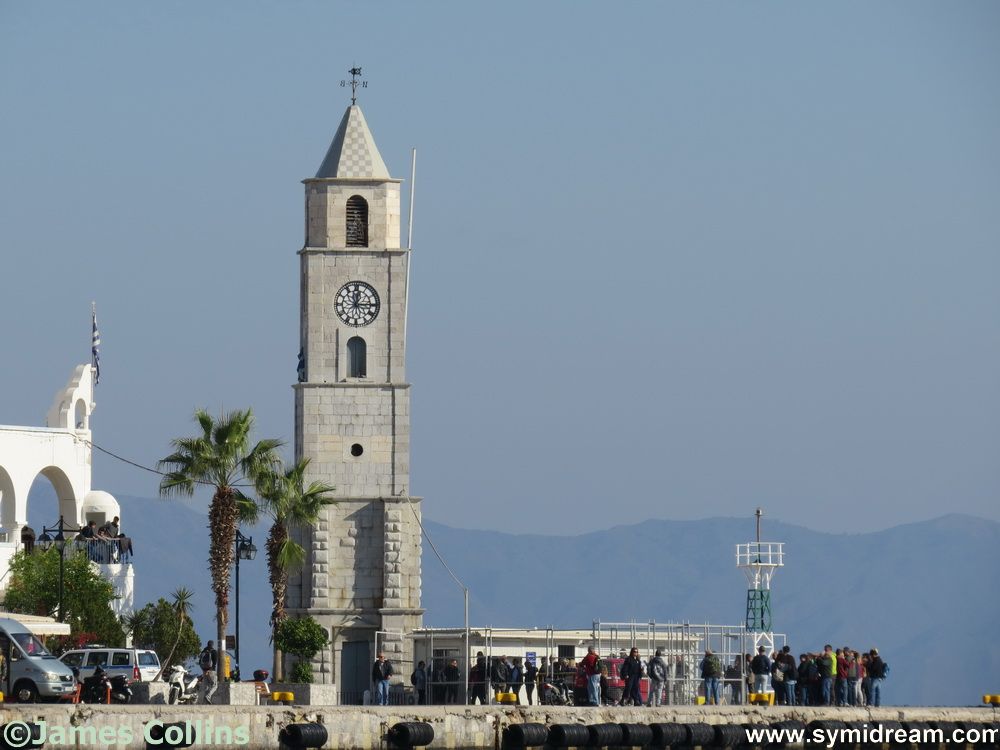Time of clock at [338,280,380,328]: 12:14
